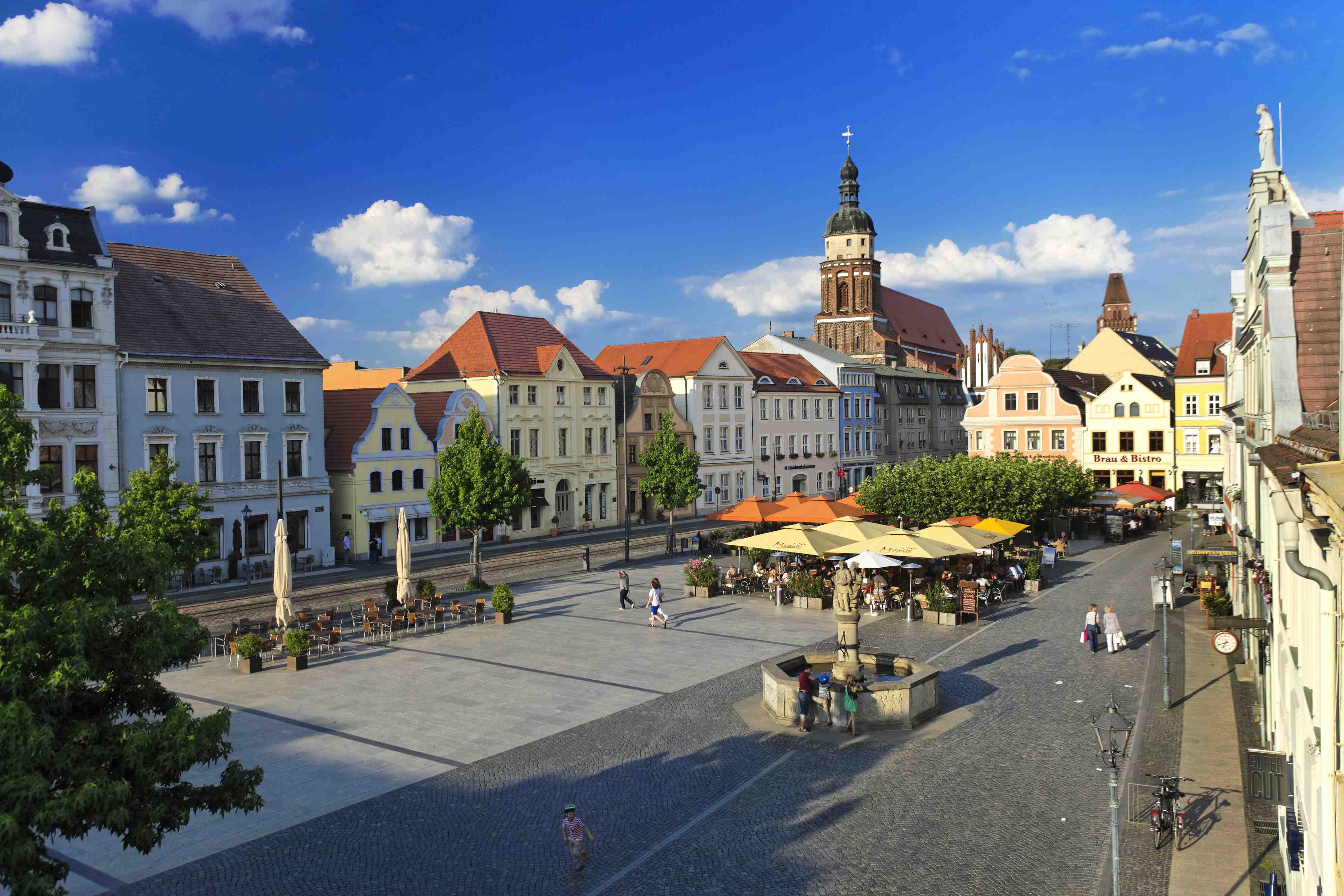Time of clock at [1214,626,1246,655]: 6:41
